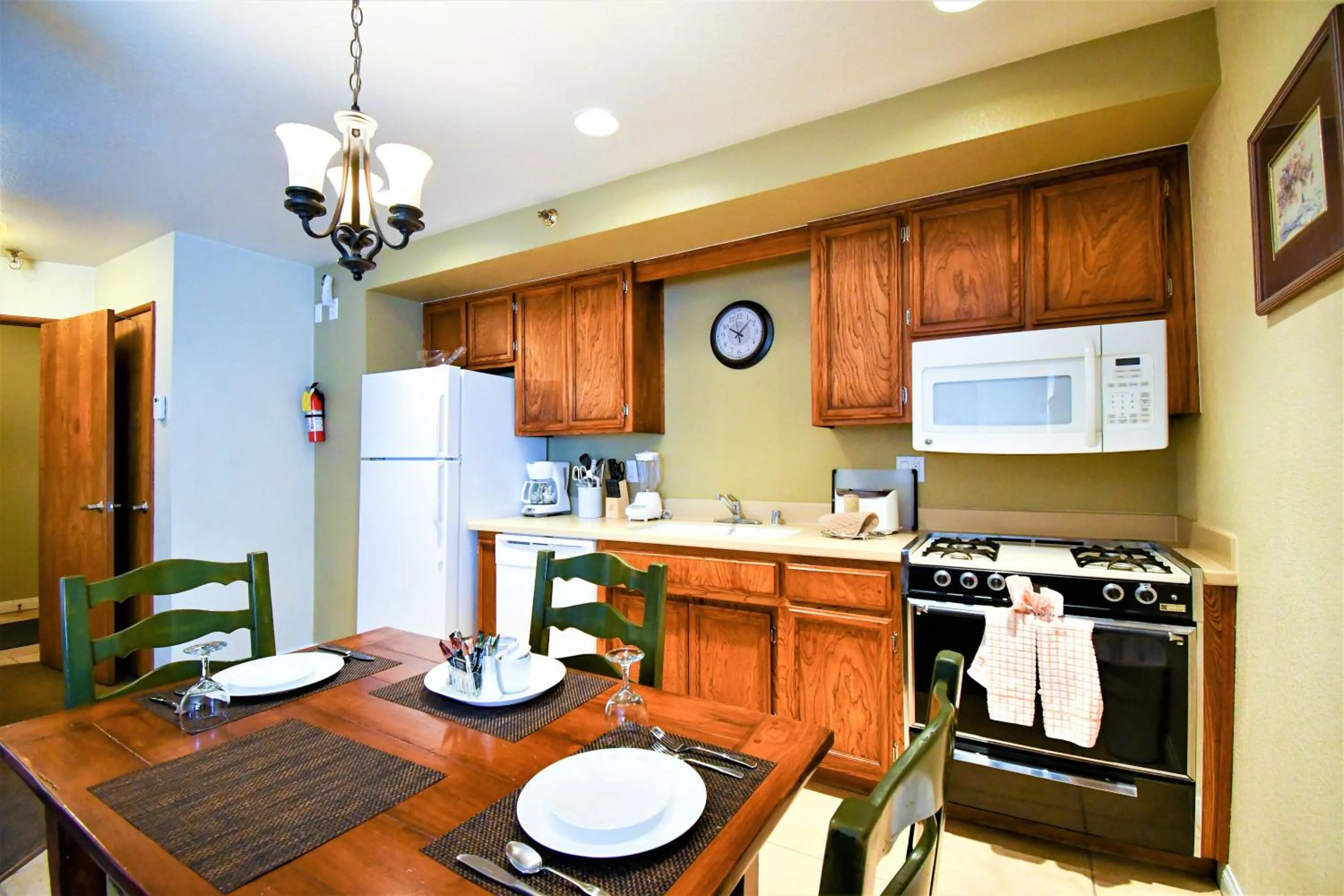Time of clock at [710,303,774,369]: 10:07
